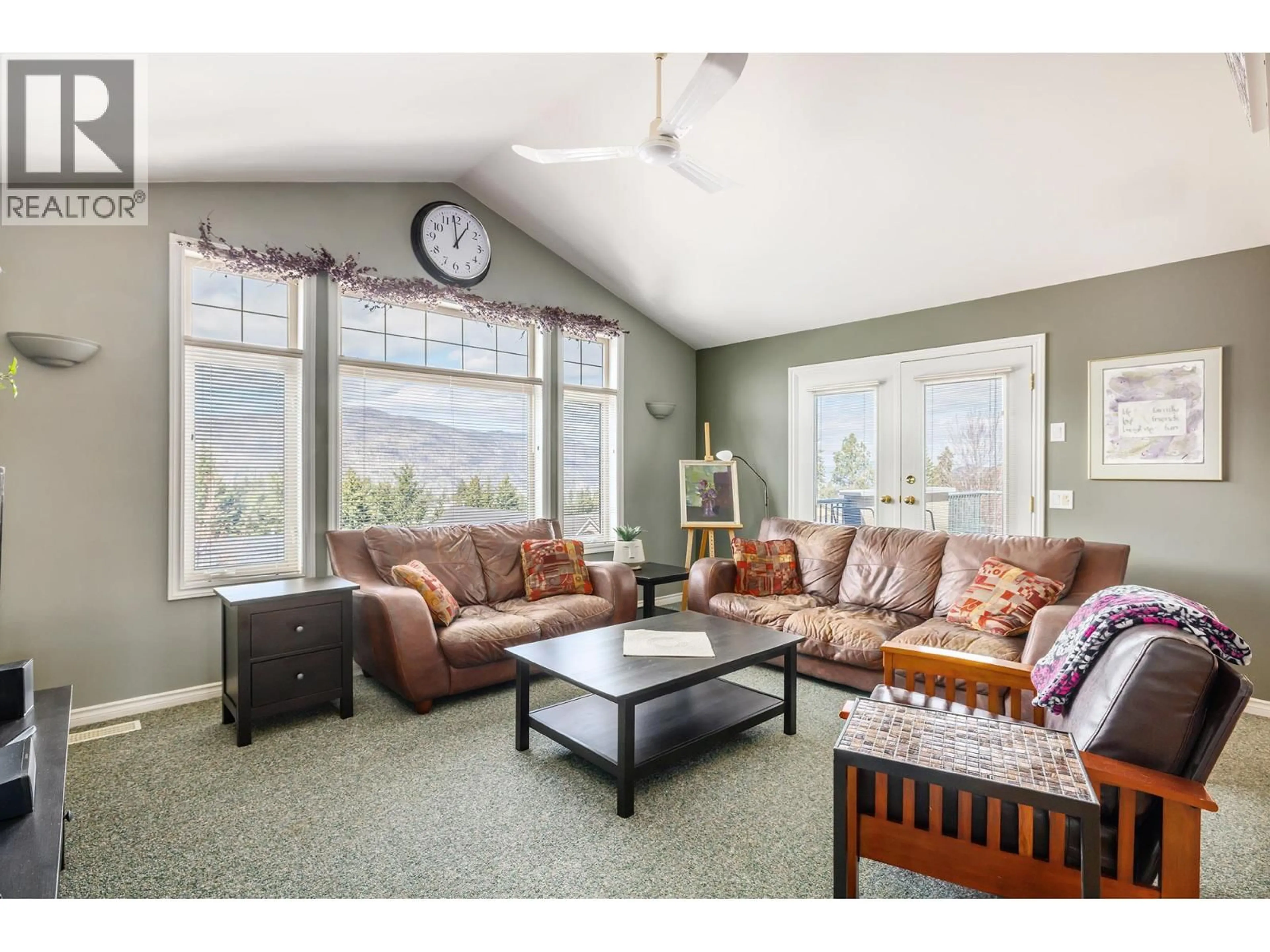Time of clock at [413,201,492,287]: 12:59
